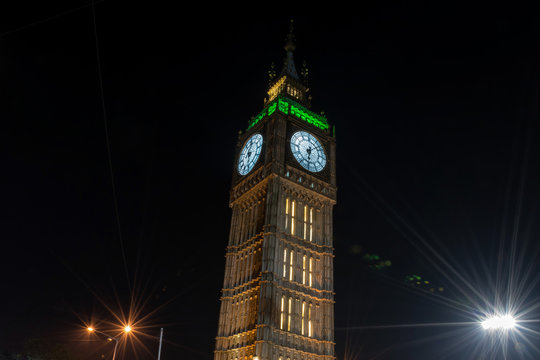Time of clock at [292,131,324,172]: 6:08
